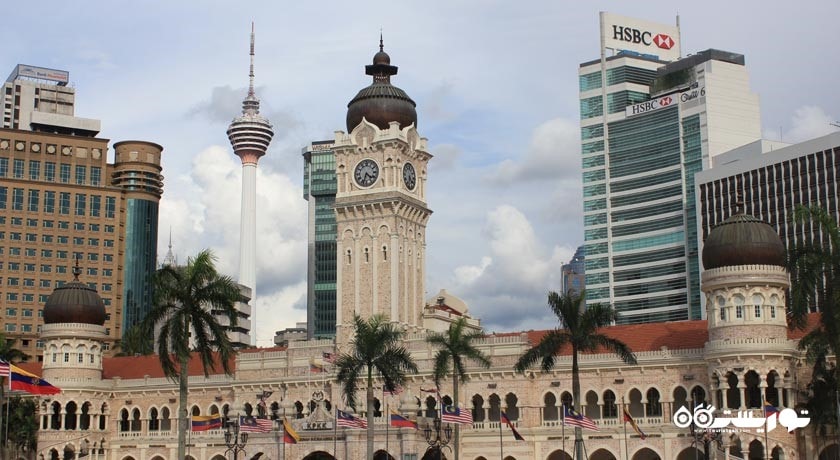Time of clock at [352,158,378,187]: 4:33
